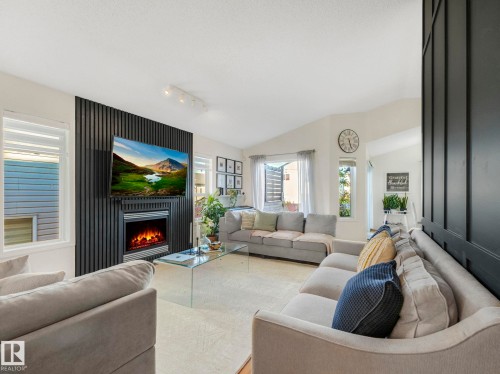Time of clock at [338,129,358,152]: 5:26
